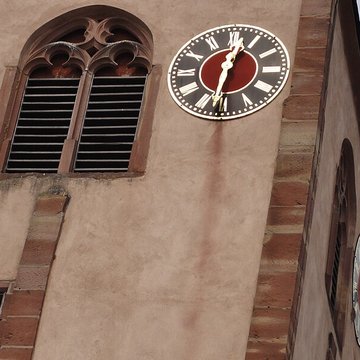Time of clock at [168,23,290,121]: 12:31
